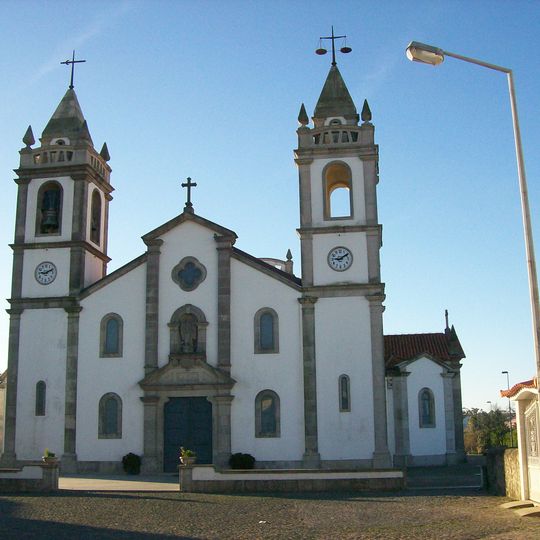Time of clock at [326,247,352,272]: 9:09
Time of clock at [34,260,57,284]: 9:10
